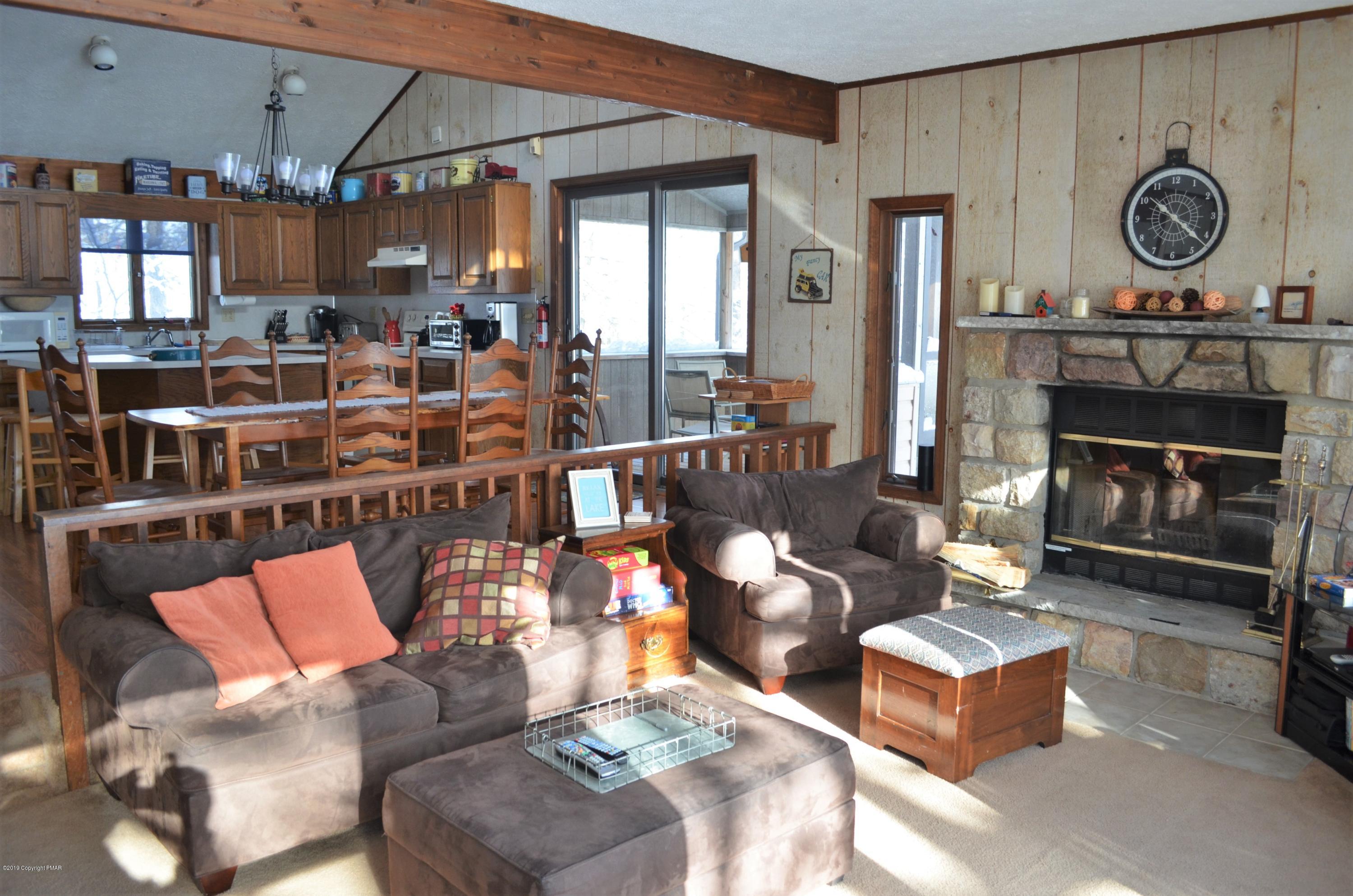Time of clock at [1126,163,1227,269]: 10:22
